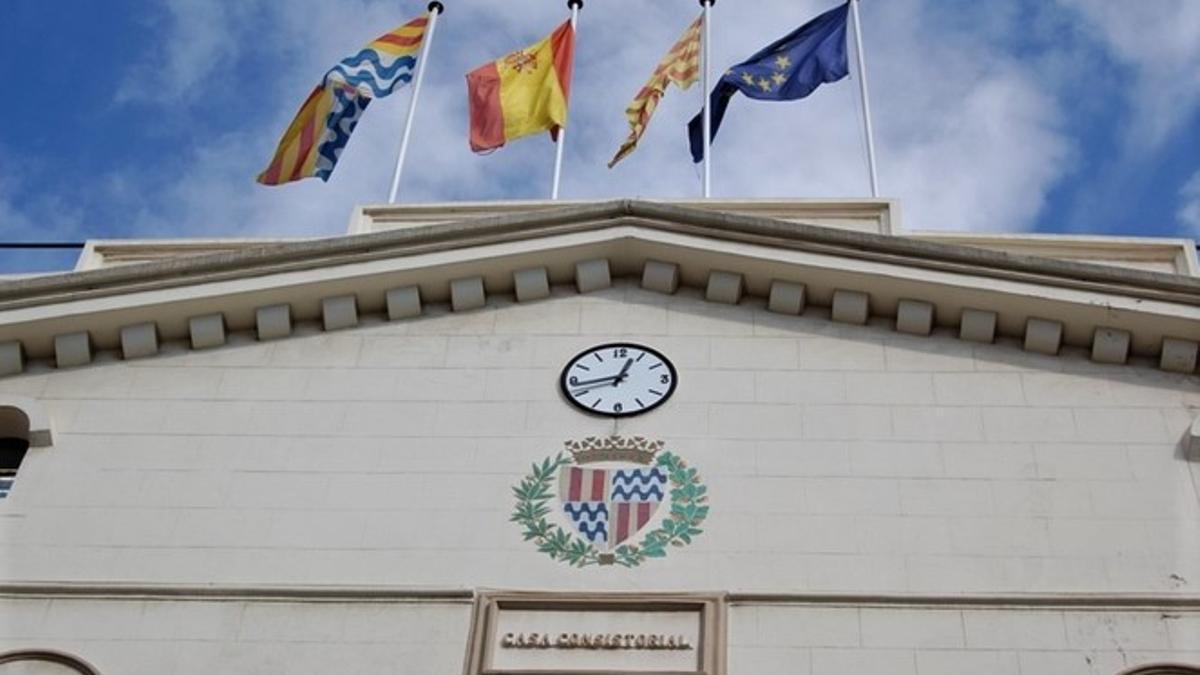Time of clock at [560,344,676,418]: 12:43
